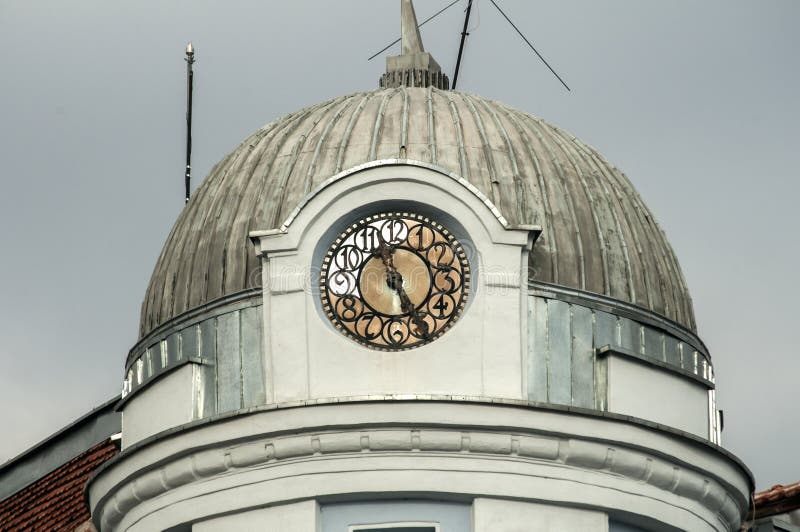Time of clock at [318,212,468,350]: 11:25
